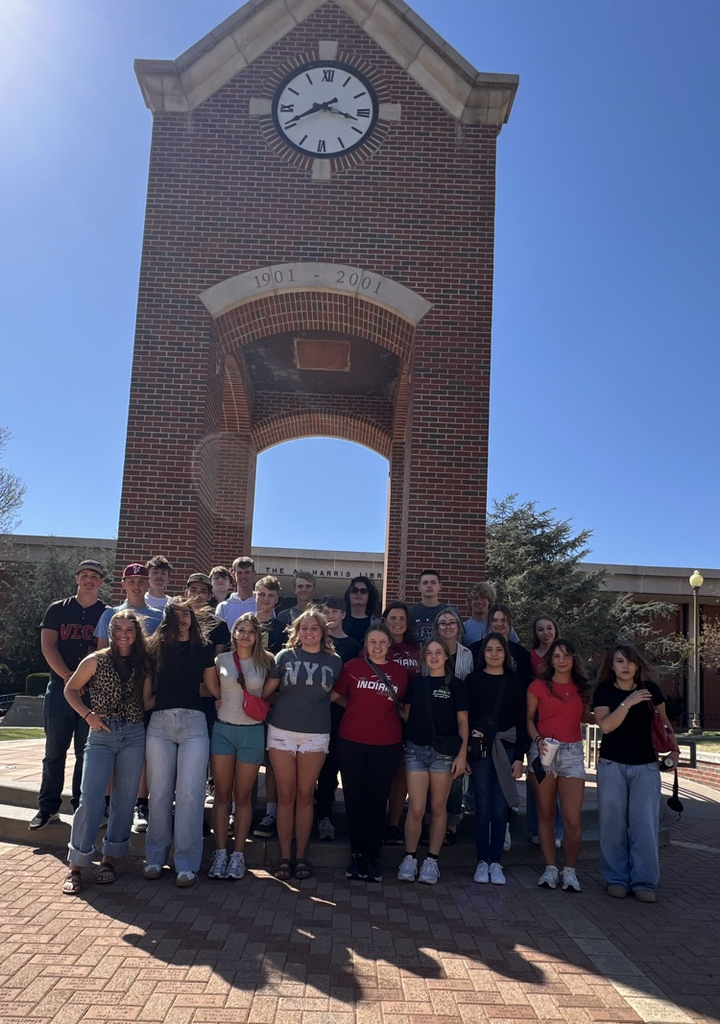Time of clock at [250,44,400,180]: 3:40
